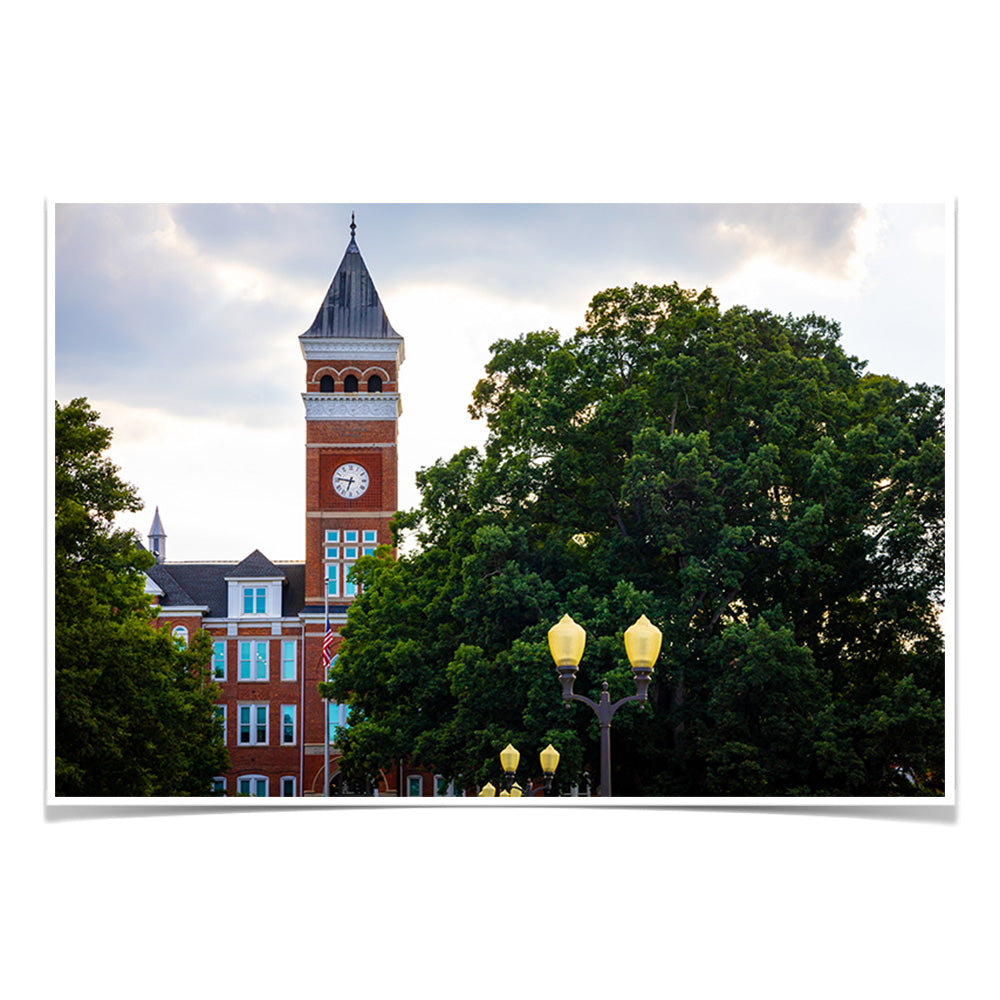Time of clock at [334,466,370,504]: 6:46
